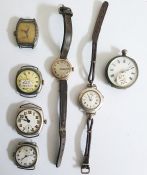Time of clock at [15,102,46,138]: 10:47
